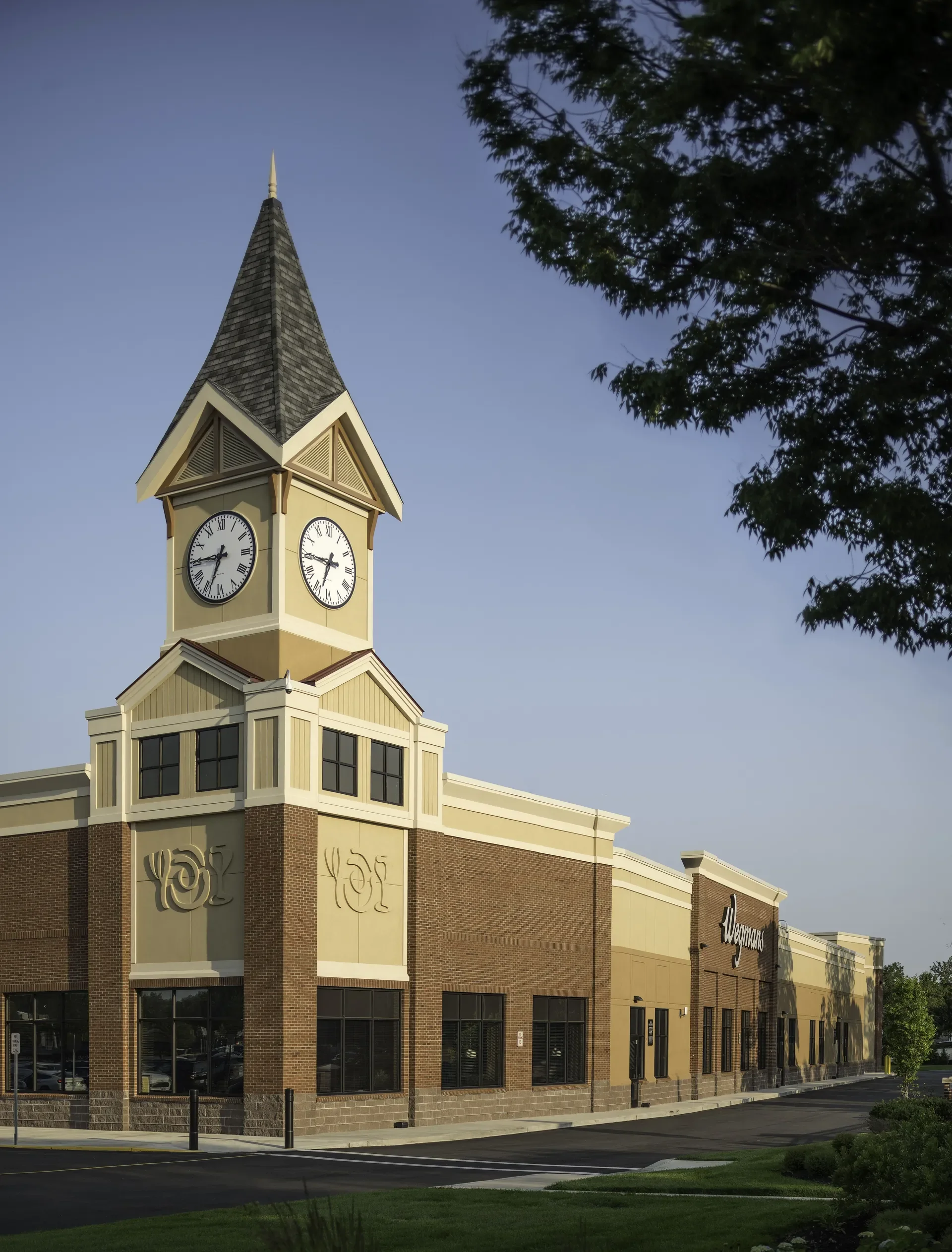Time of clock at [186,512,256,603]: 6:44
